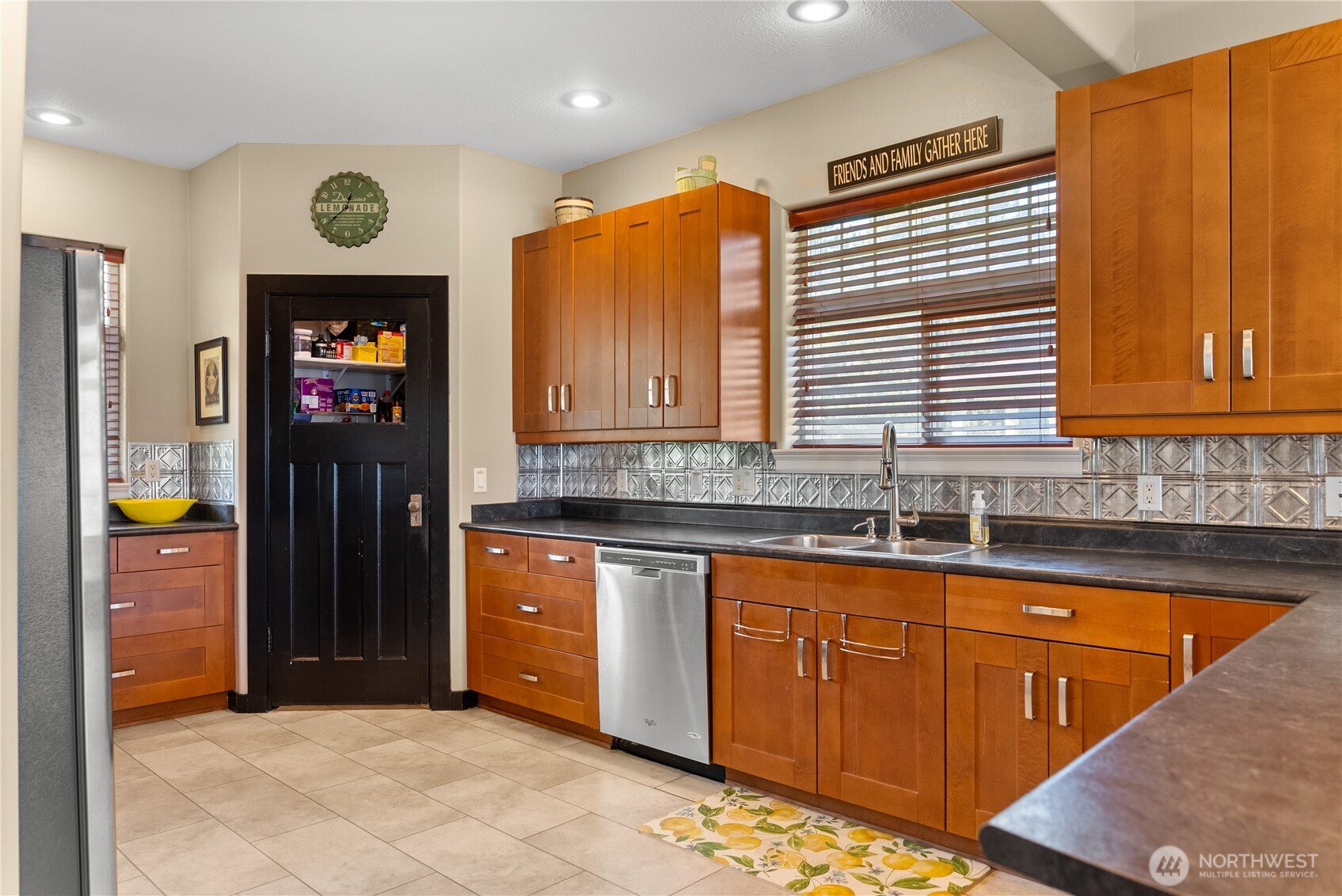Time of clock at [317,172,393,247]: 12:38
